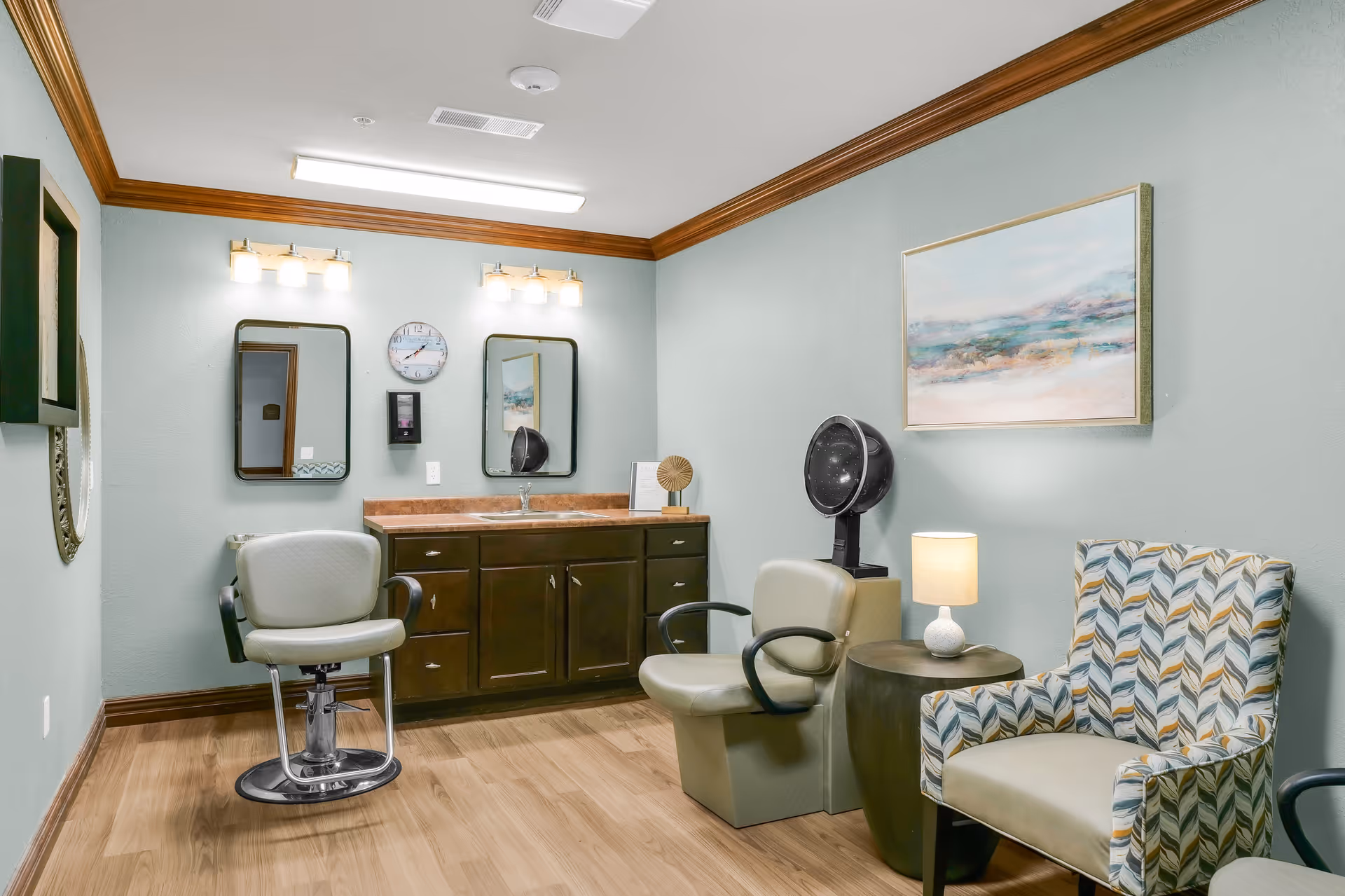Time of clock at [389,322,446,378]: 1:39
